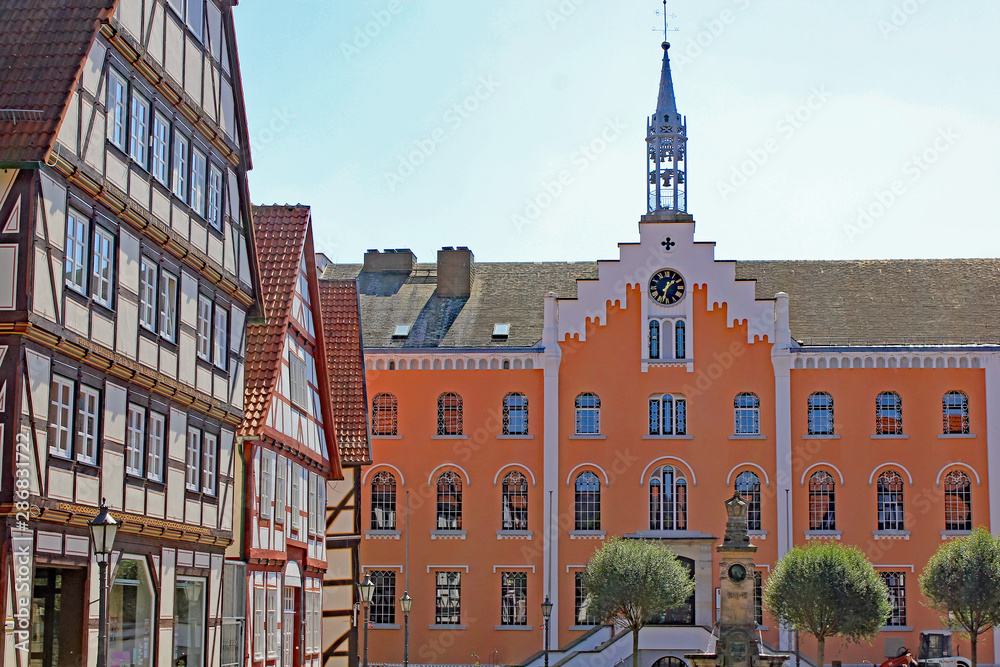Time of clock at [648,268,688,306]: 1:32
